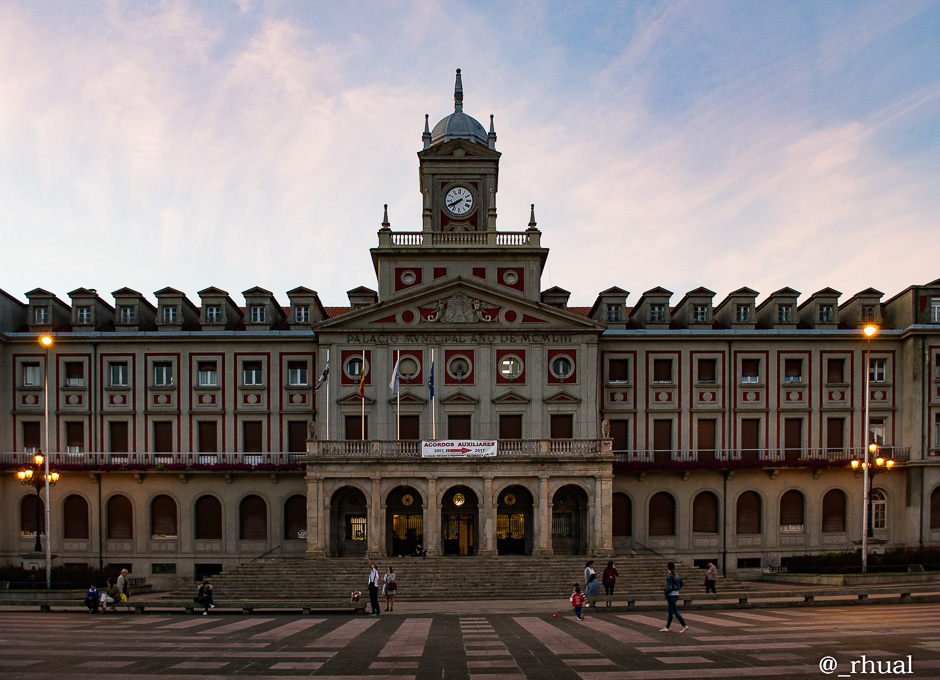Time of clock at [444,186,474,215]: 7:40
